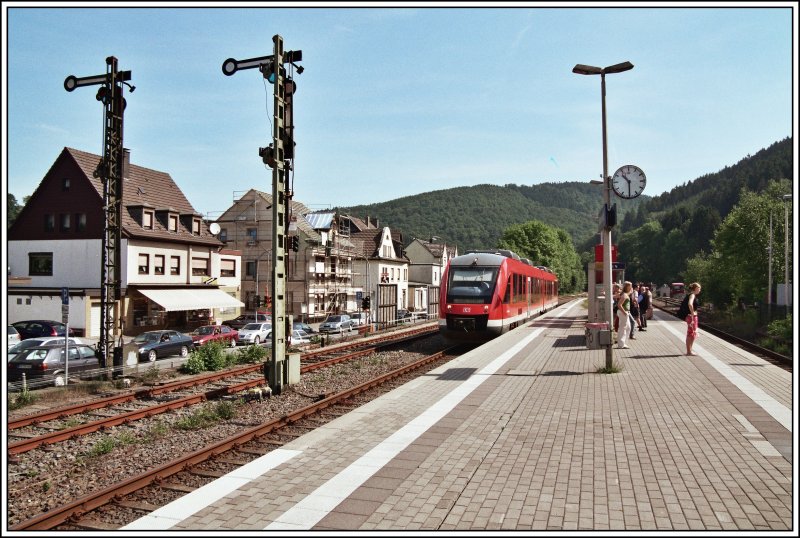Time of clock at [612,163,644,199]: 10:29
